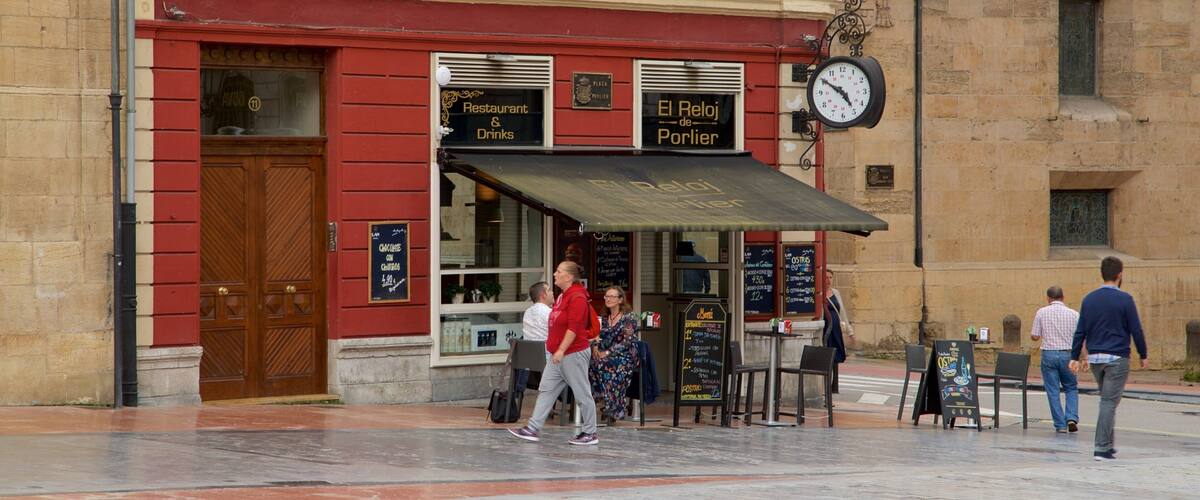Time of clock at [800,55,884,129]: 4:50
